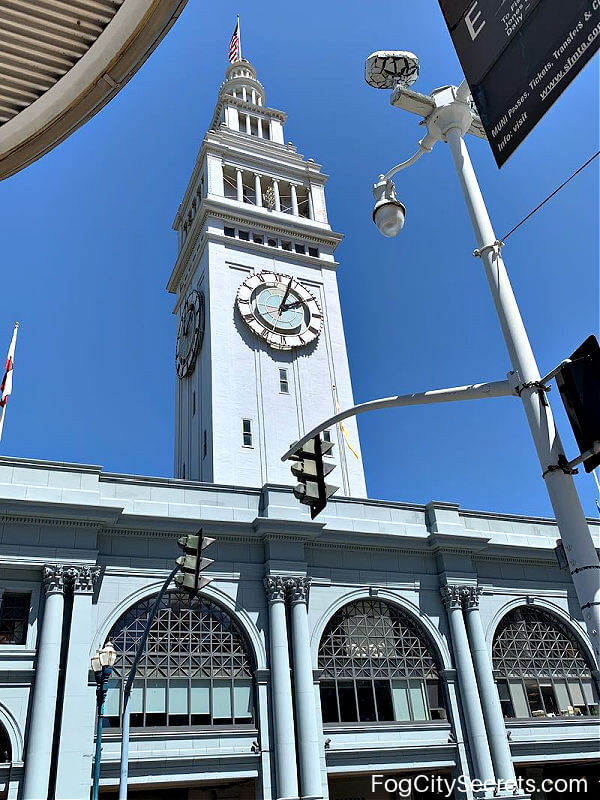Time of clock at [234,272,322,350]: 2:03
